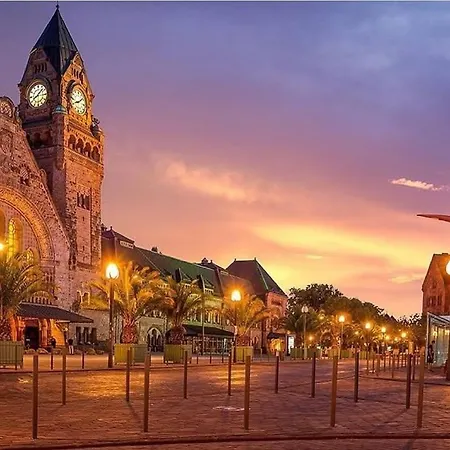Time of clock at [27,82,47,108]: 8:07
